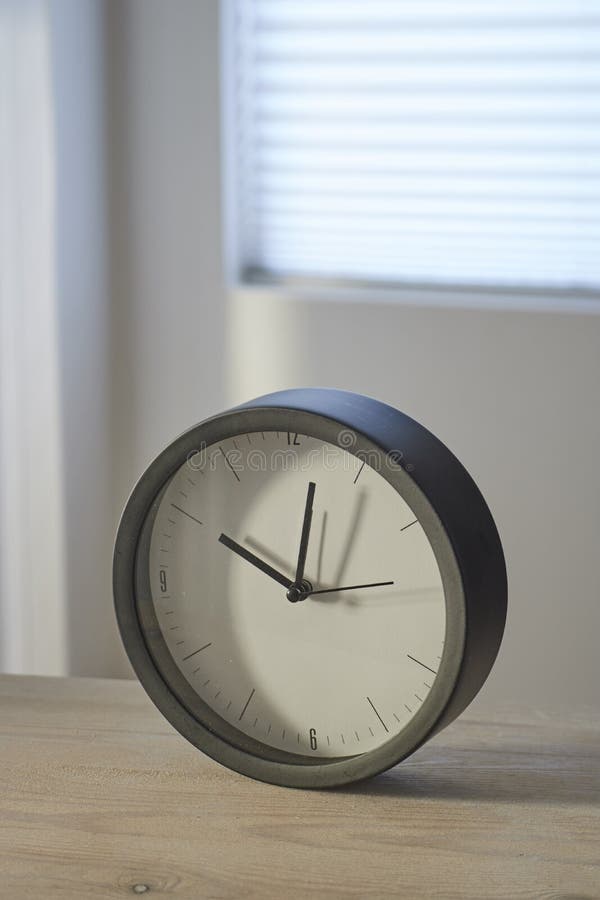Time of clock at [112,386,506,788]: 10:01
